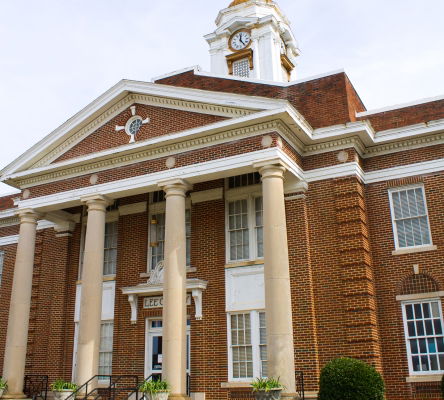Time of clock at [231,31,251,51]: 12:24
